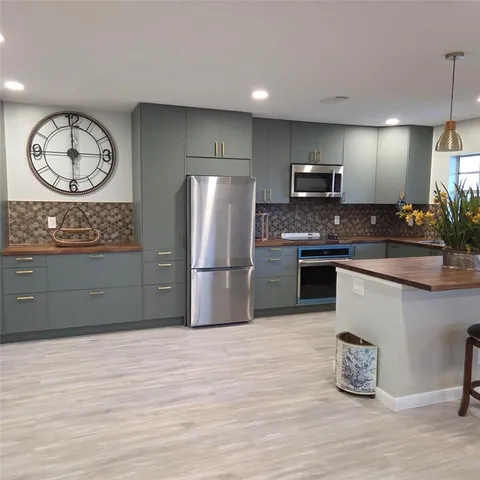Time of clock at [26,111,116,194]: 11:59
